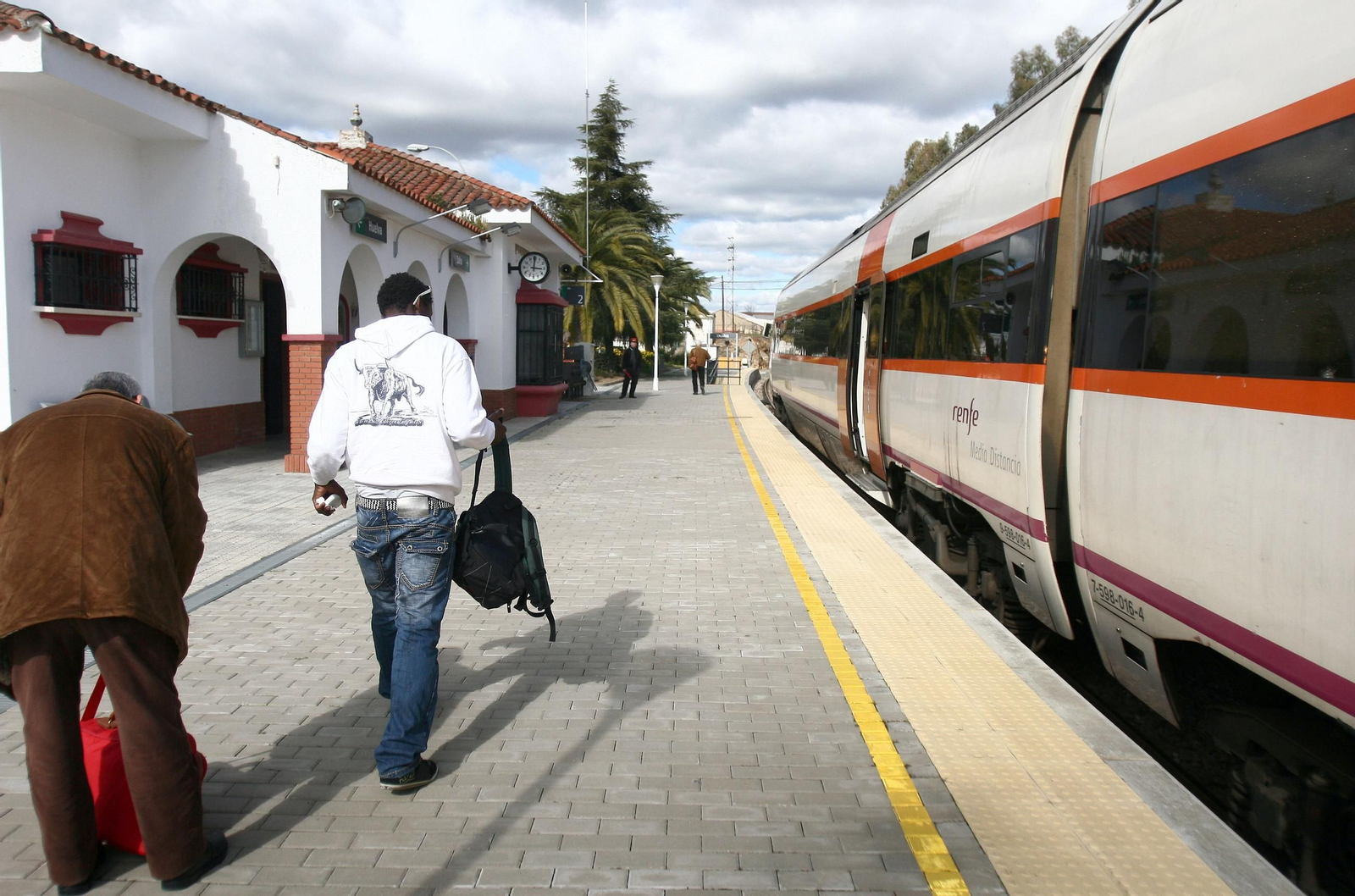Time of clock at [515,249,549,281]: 3:00
